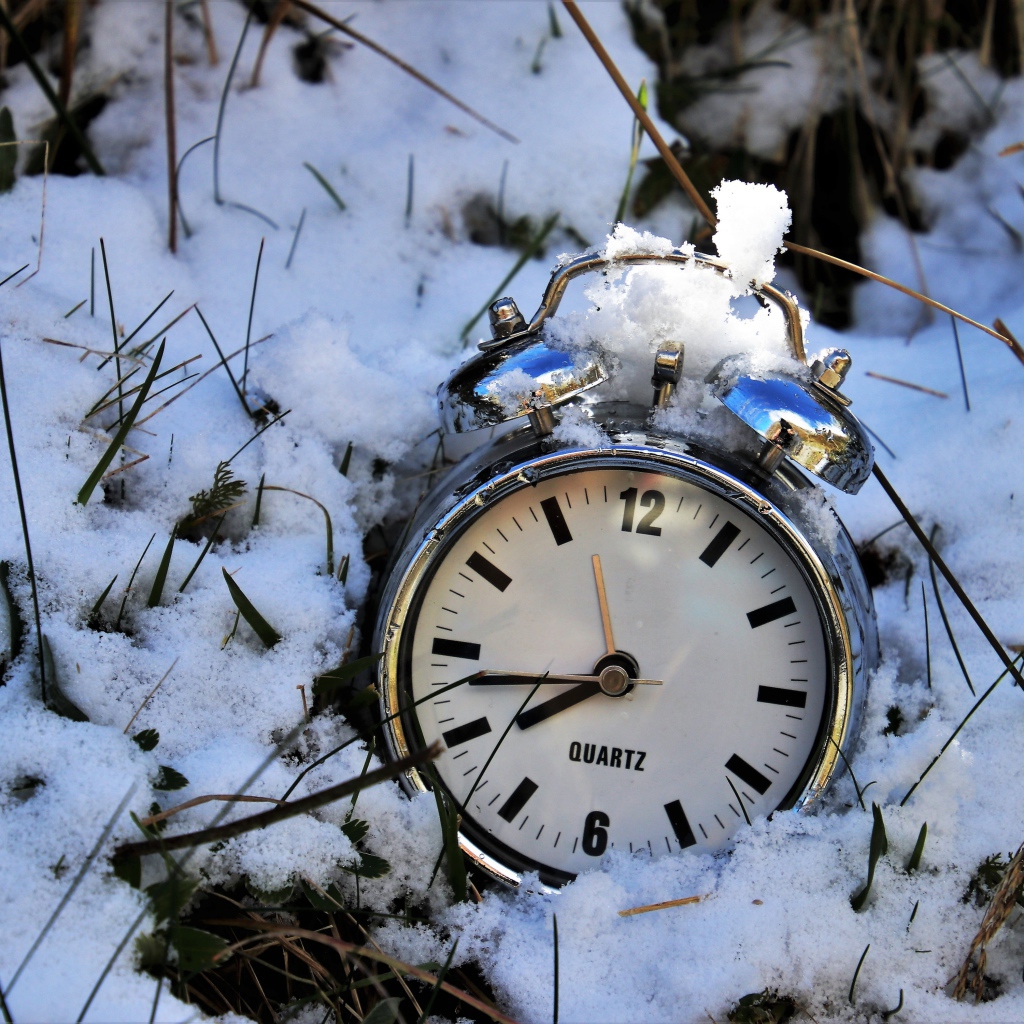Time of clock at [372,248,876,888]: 7:43
